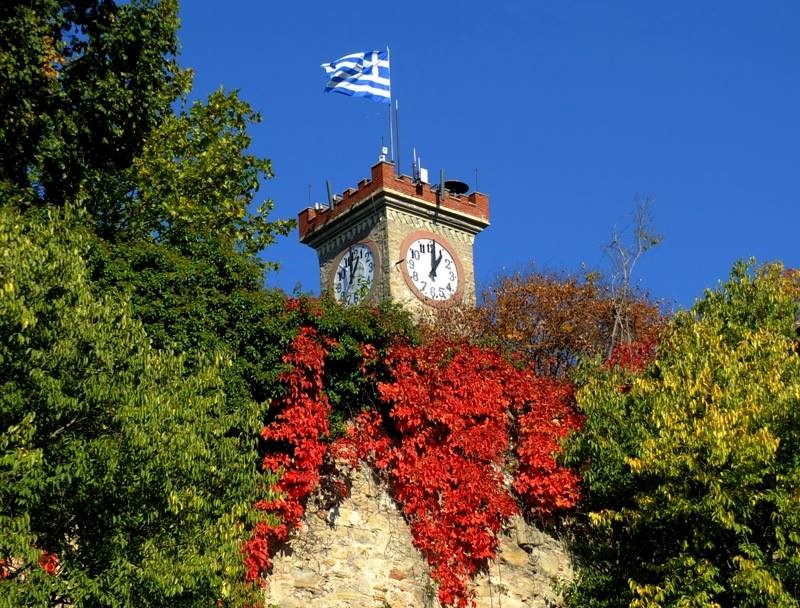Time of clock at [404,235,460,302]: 1:00
